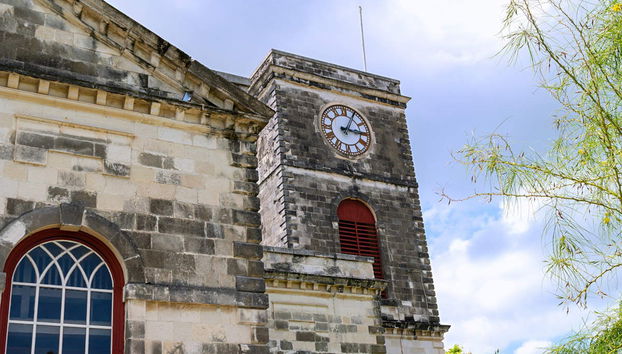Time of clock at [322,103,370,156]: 3:04
